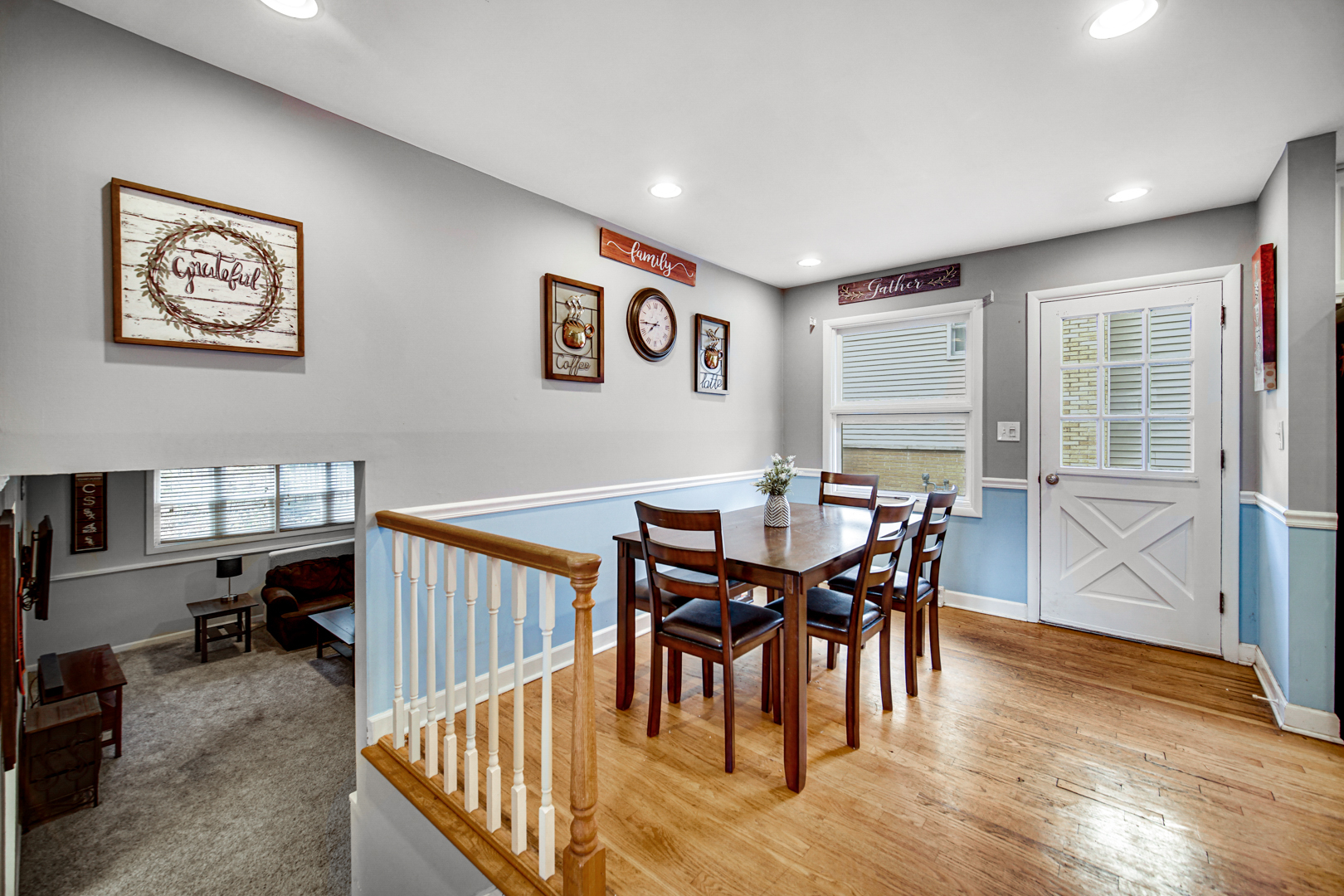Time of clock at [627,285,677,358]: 7:44
